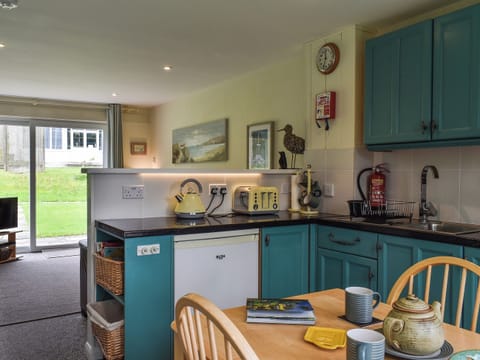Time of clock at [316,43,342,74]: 11:32
